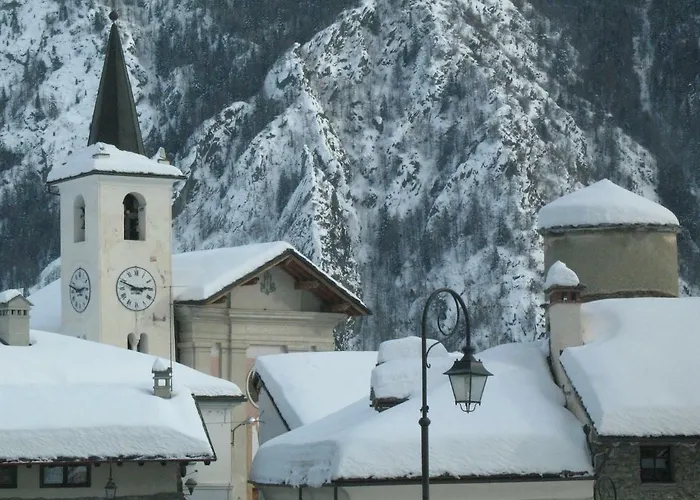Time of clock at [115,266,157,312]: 2:48
